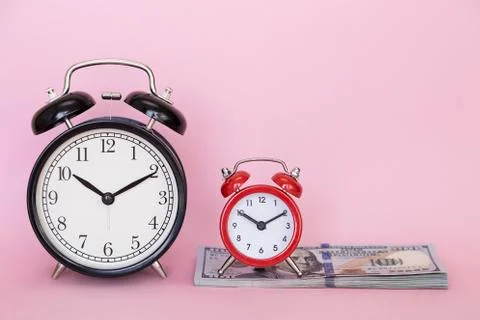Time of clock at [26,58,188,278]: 10:10
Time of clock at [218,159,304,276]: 10:10
